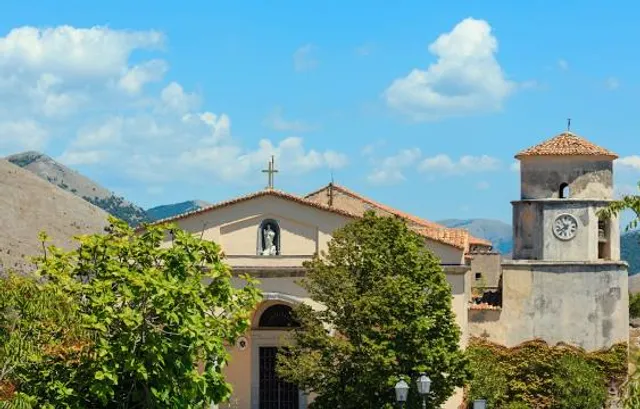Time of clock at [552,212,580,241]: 7:53
